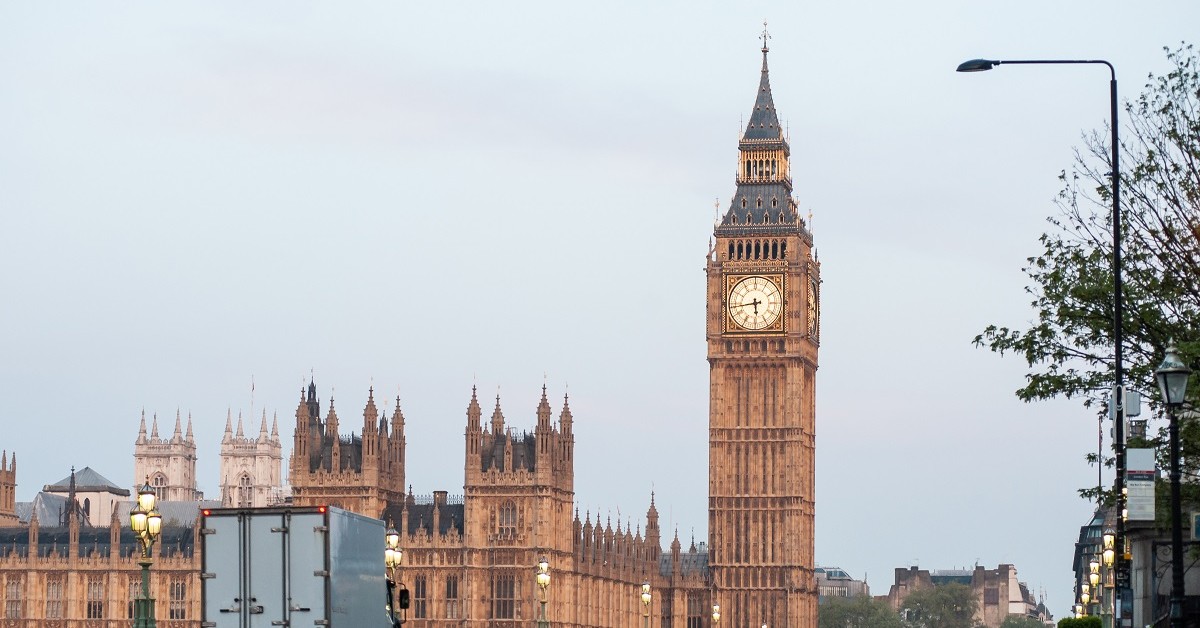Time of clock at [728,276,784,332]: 5:43
